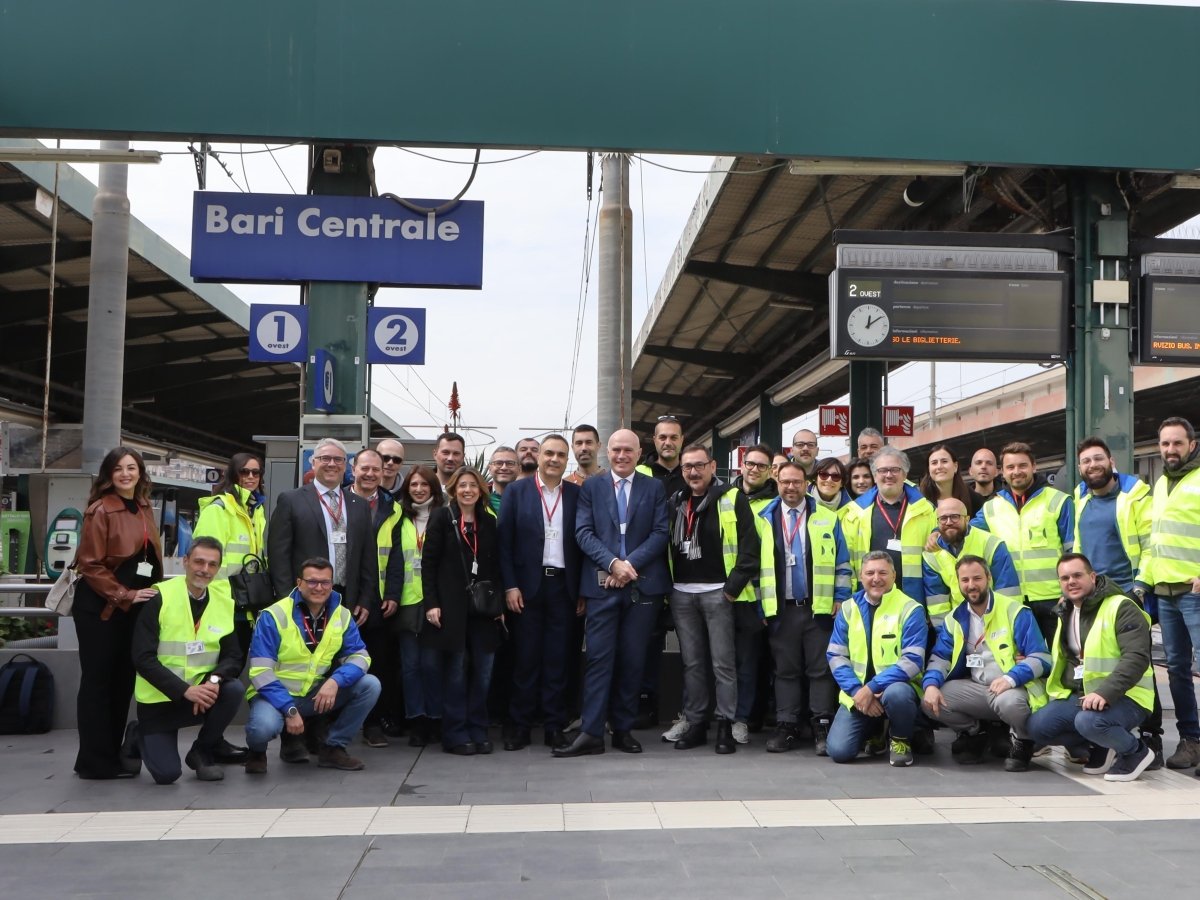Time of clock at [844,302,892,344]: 12:09
